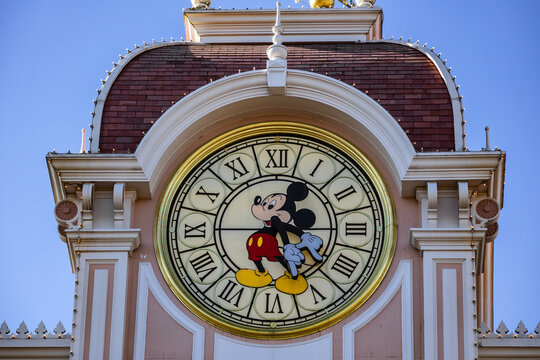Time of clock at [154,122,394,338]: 12:26
